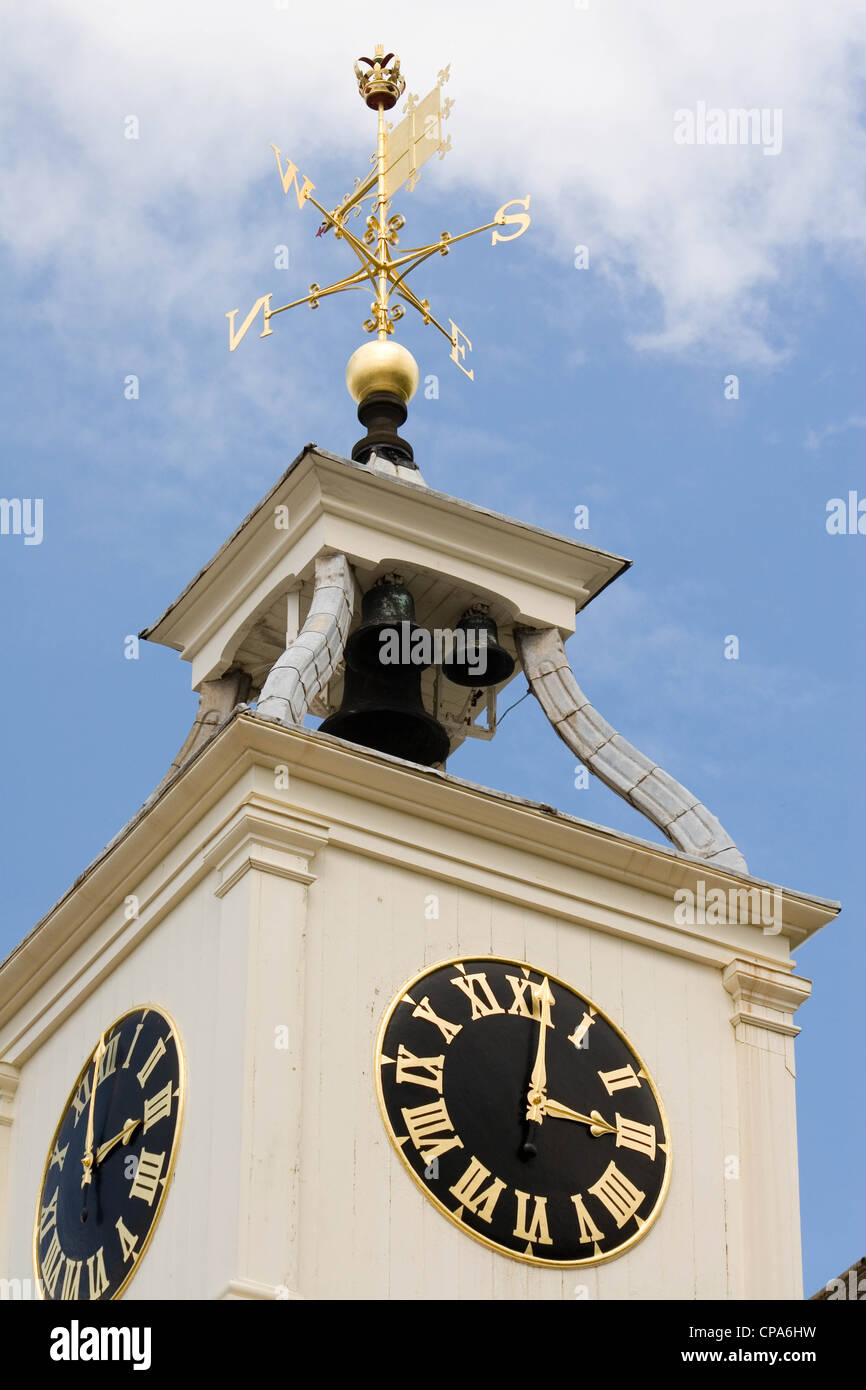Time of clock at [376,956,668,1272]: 3:01
